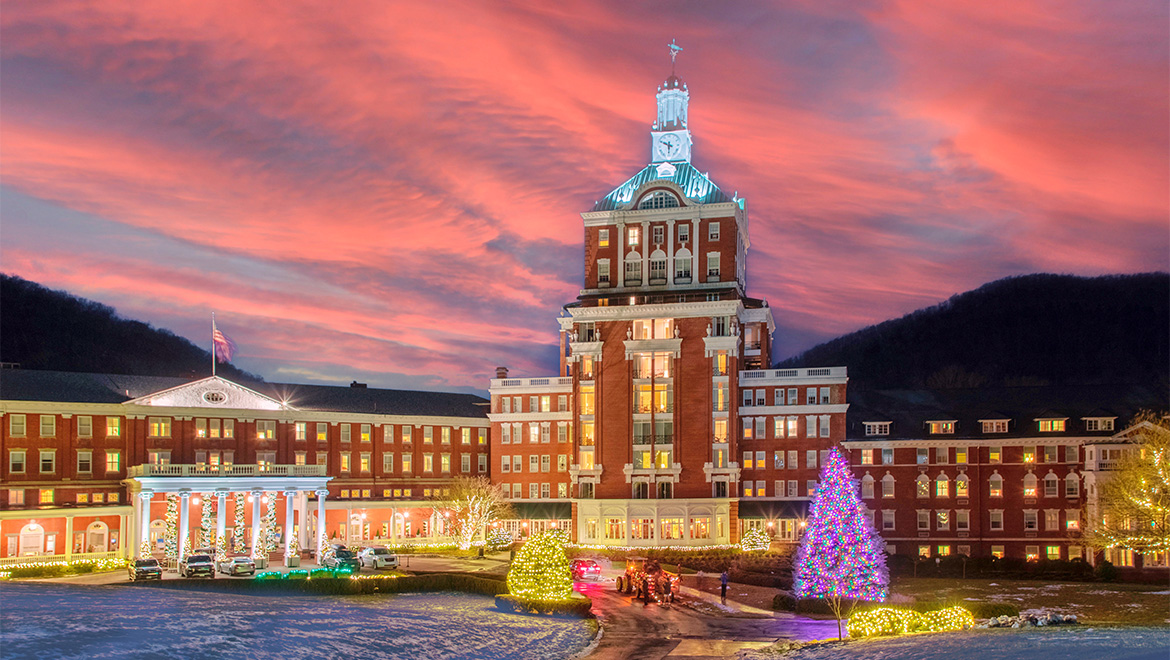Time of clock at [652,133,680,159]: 5:49
